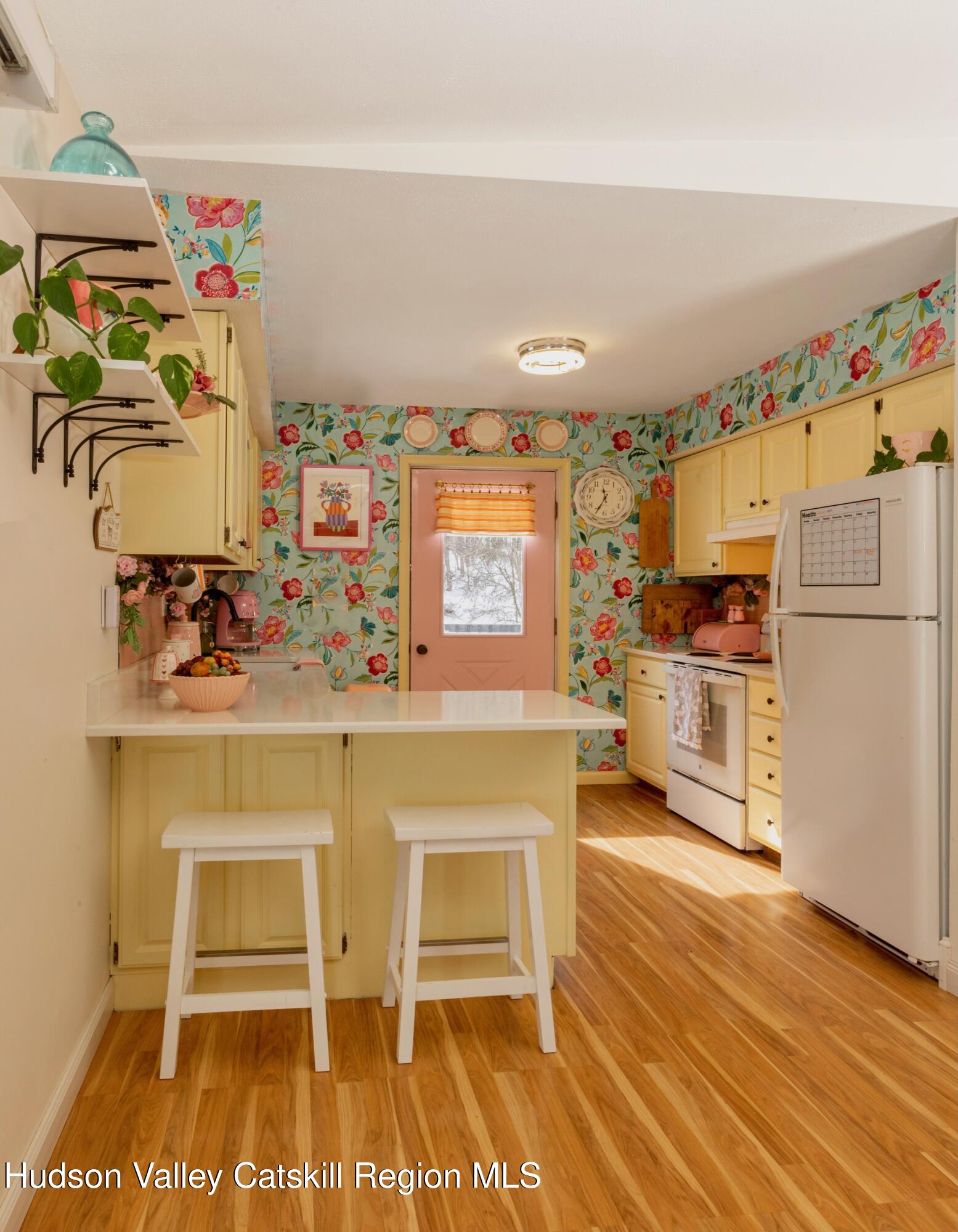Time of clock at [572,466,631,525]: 11:34
